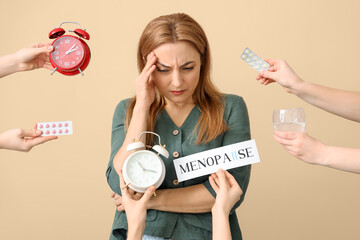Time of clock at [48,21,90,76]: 2:07
